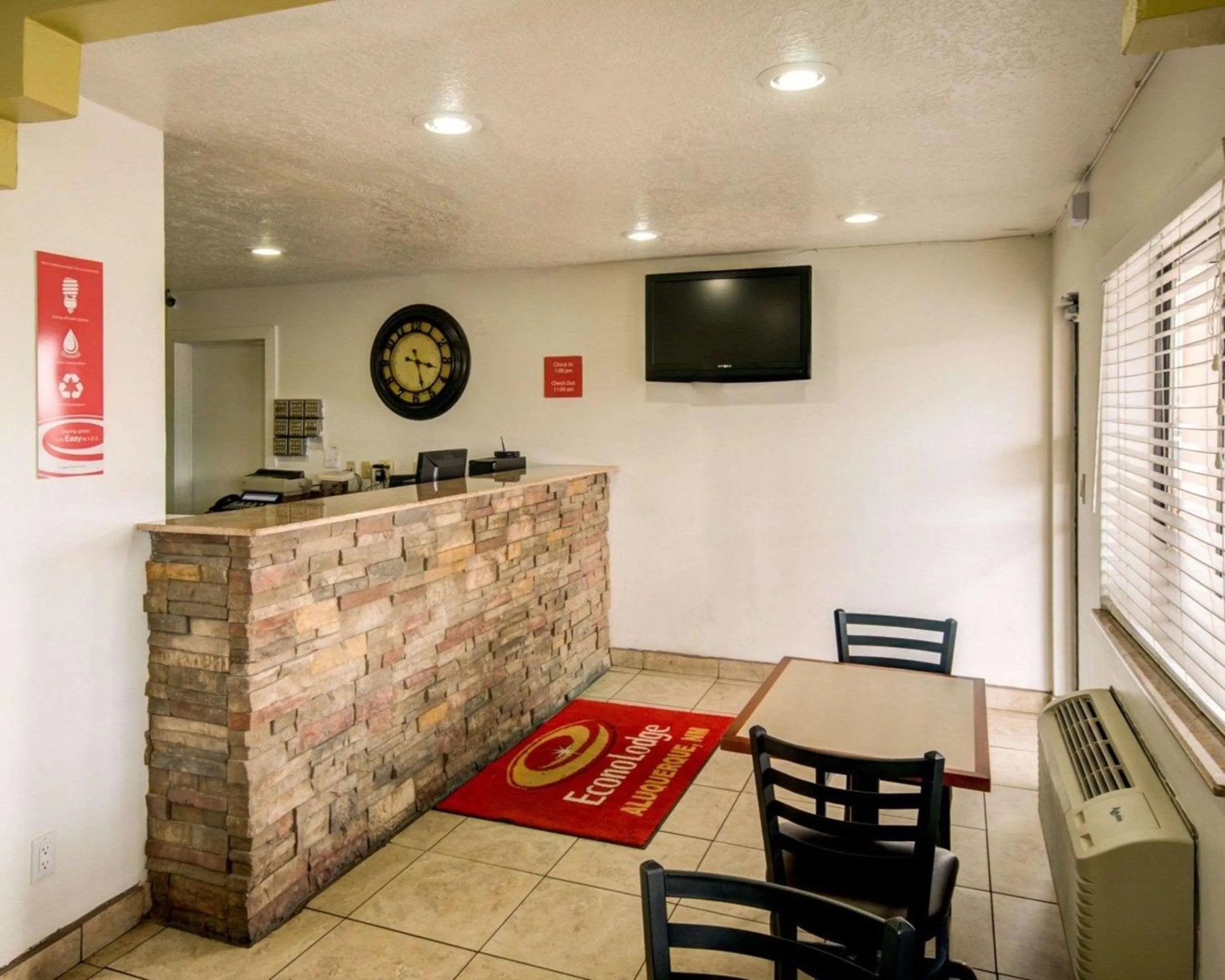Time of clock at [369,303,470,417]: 3:27
